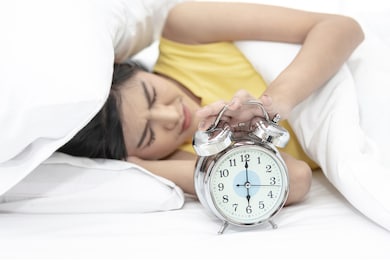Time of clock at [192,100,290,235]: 6:00
